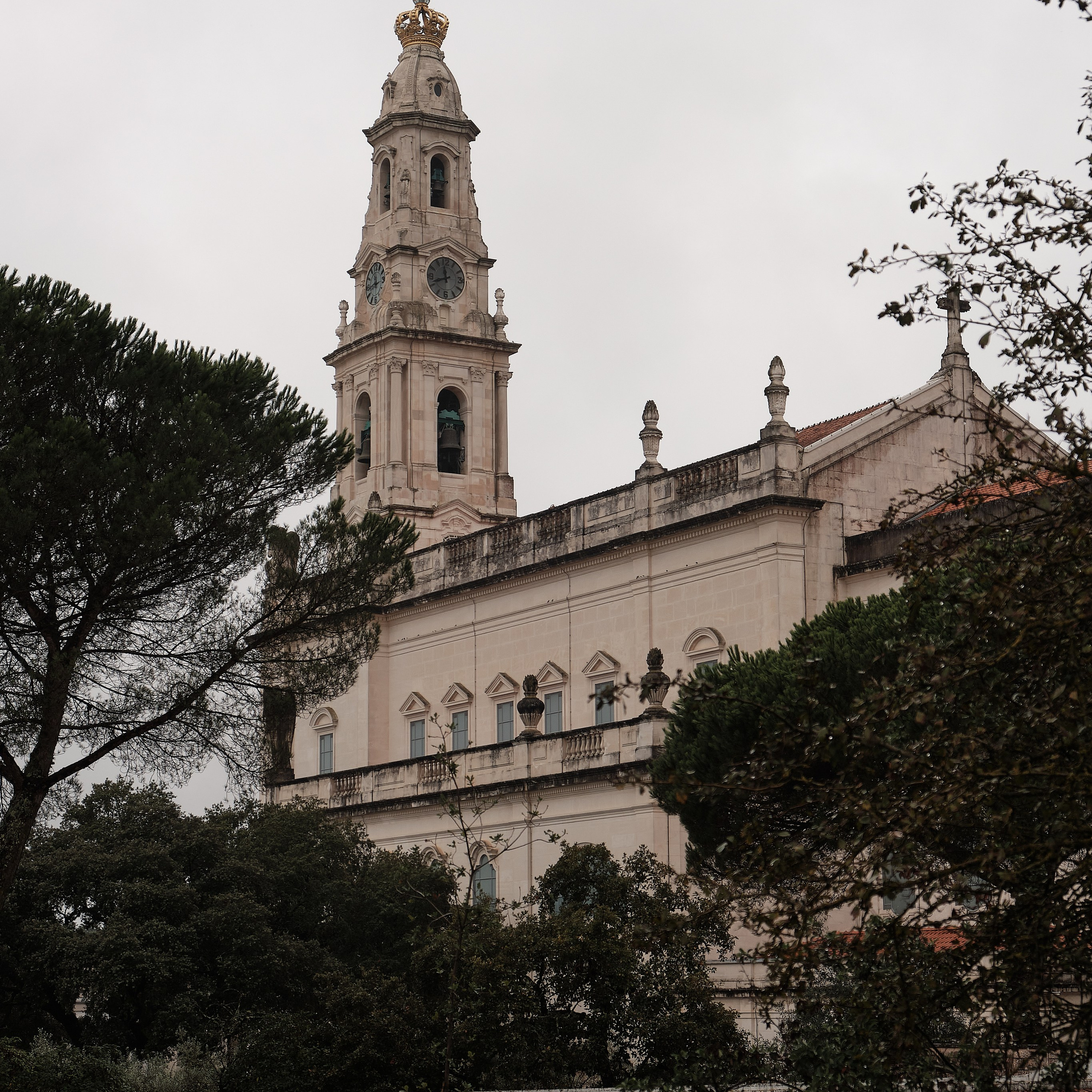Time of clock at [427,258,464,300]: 11:41
